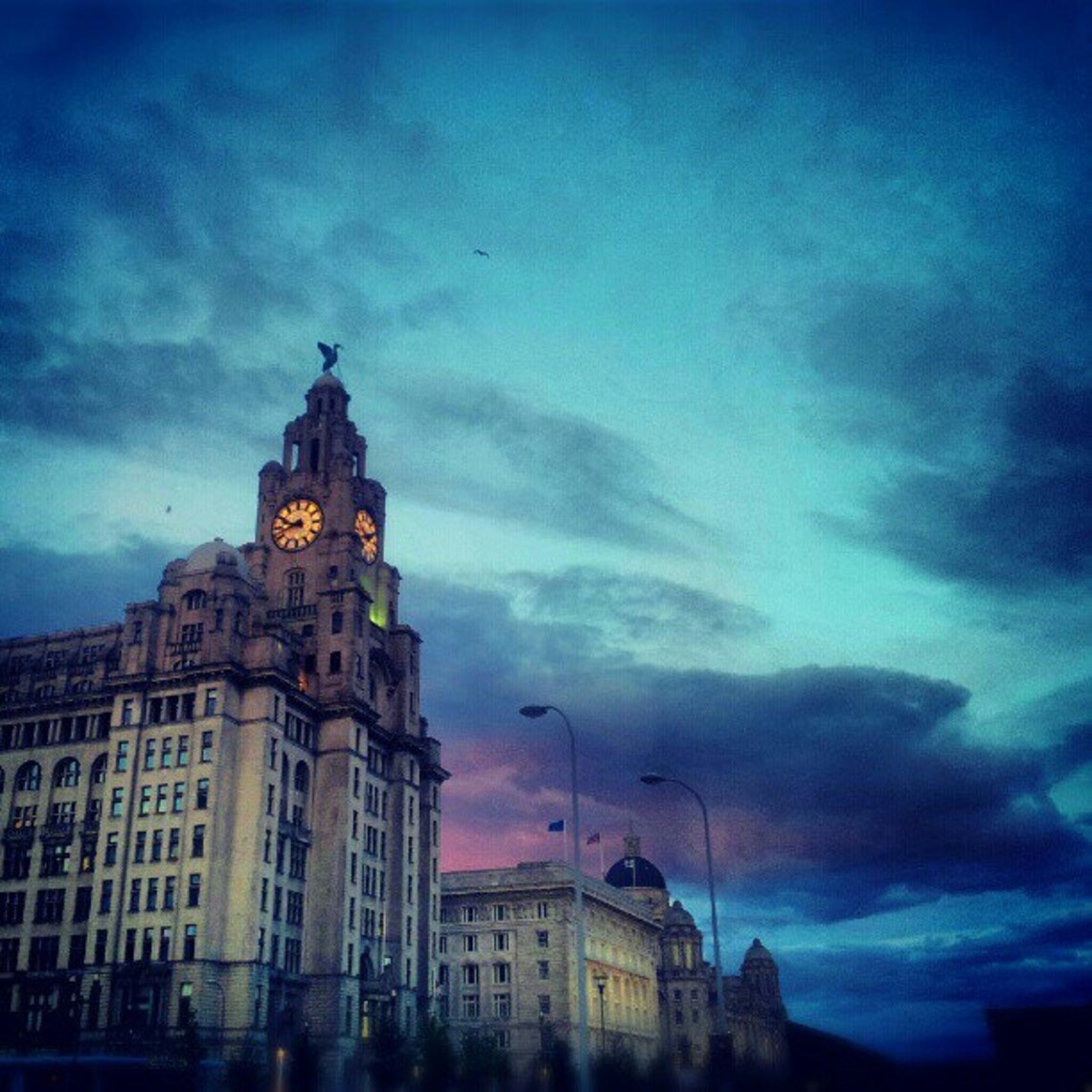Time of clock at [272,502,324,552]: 9:42
